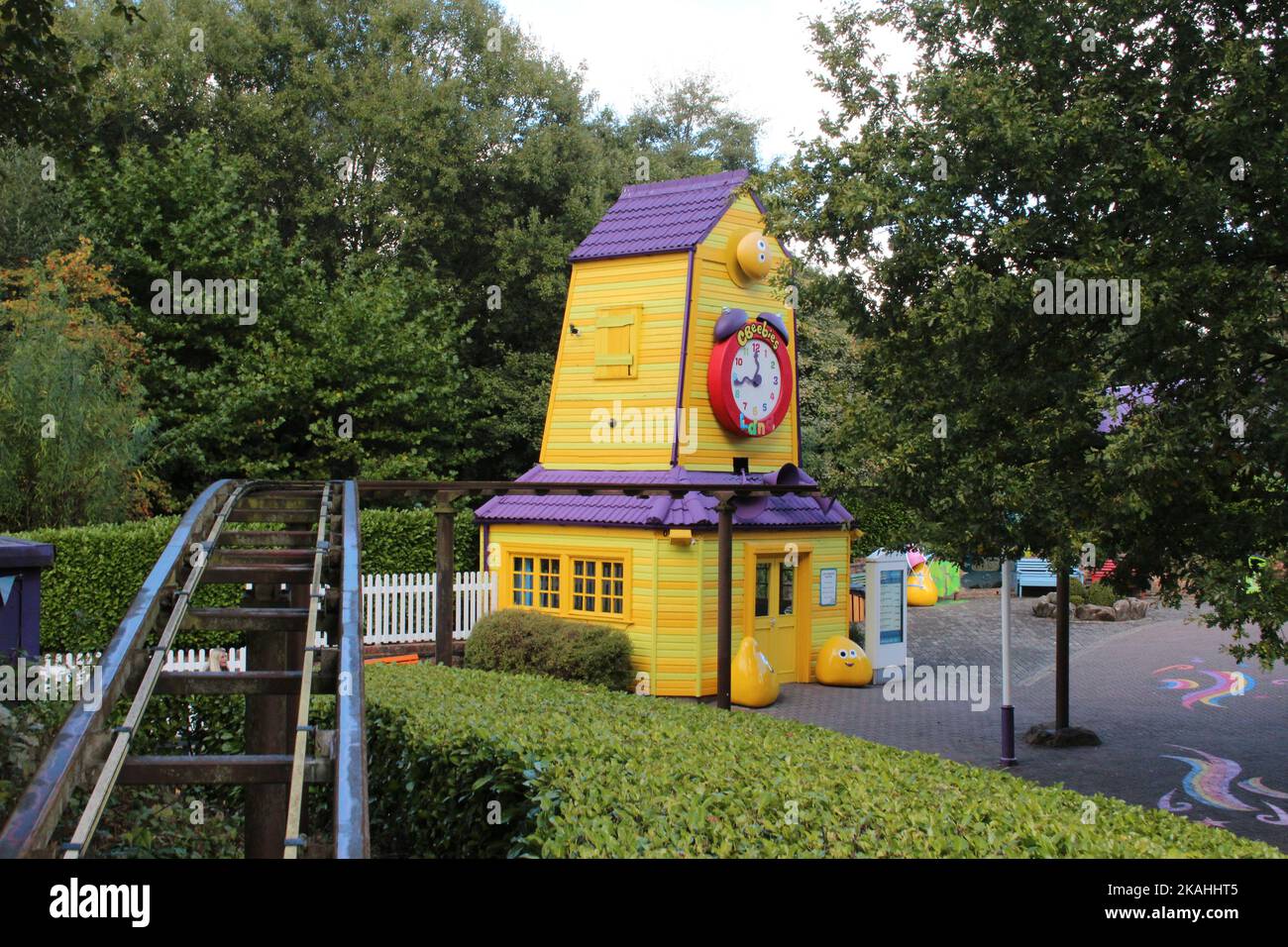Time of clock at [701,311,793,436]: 8:59
